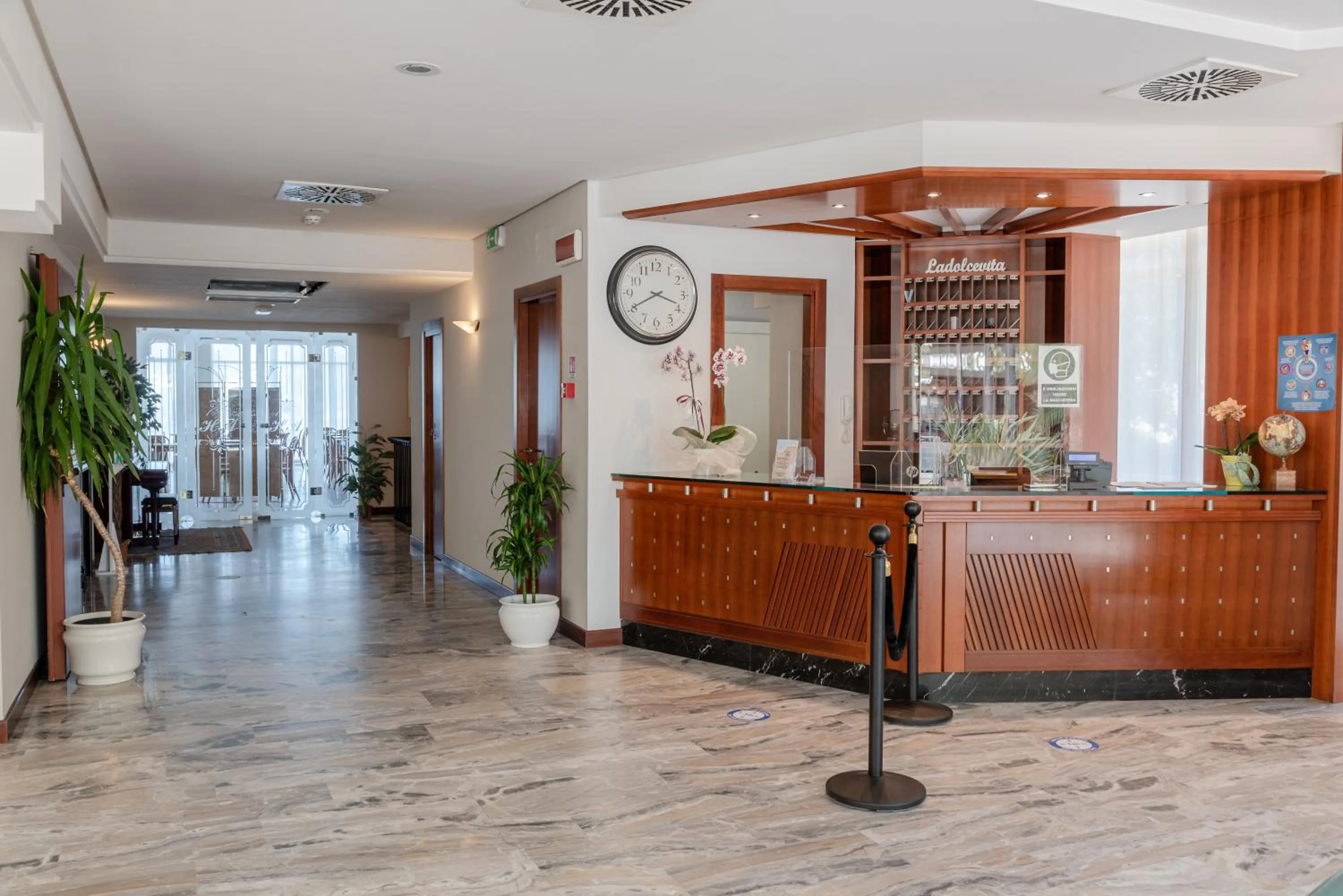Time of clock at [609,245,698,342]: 3:40
